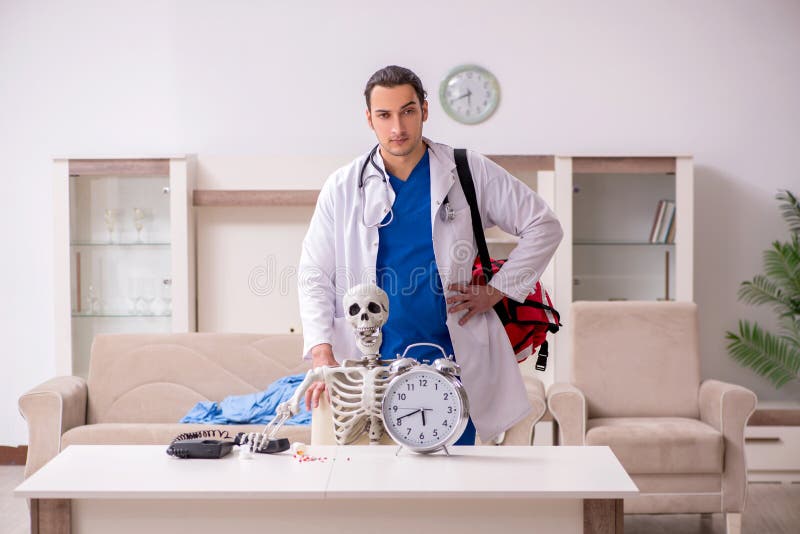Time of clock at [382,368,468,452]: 5:41
